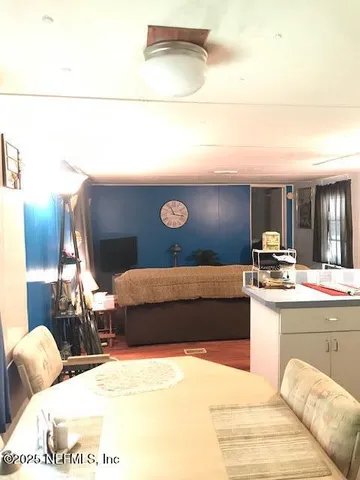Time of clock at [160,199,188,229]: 11:16
